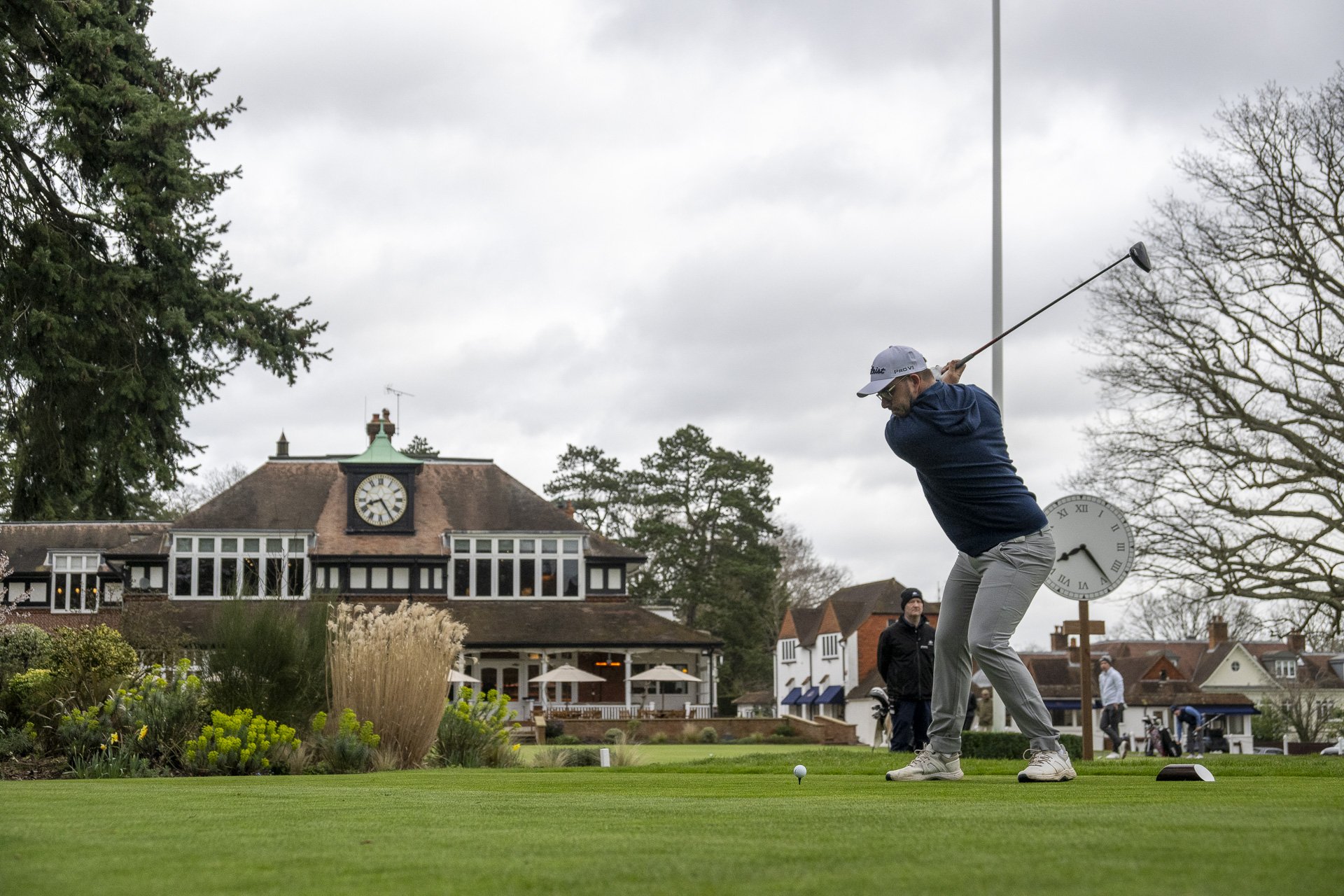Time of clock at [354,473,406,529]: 8:24
